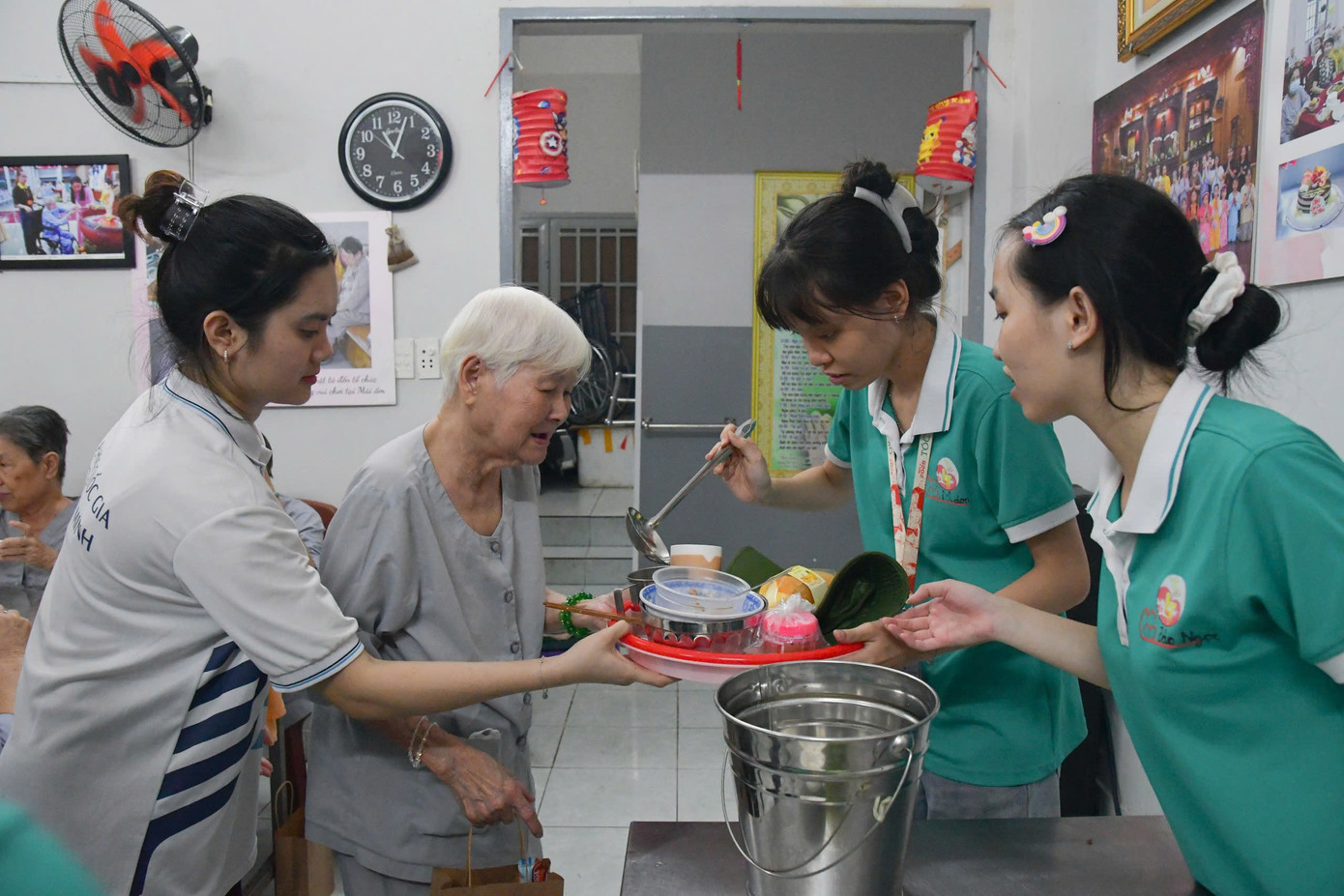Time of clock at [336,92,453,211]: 11:03
